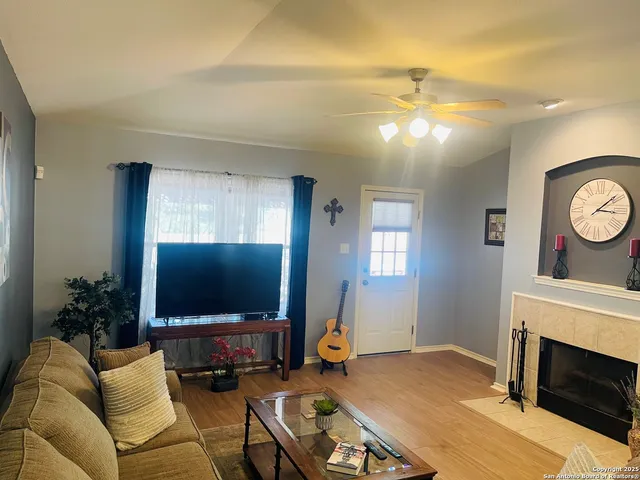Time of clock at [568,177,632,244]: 3:08
